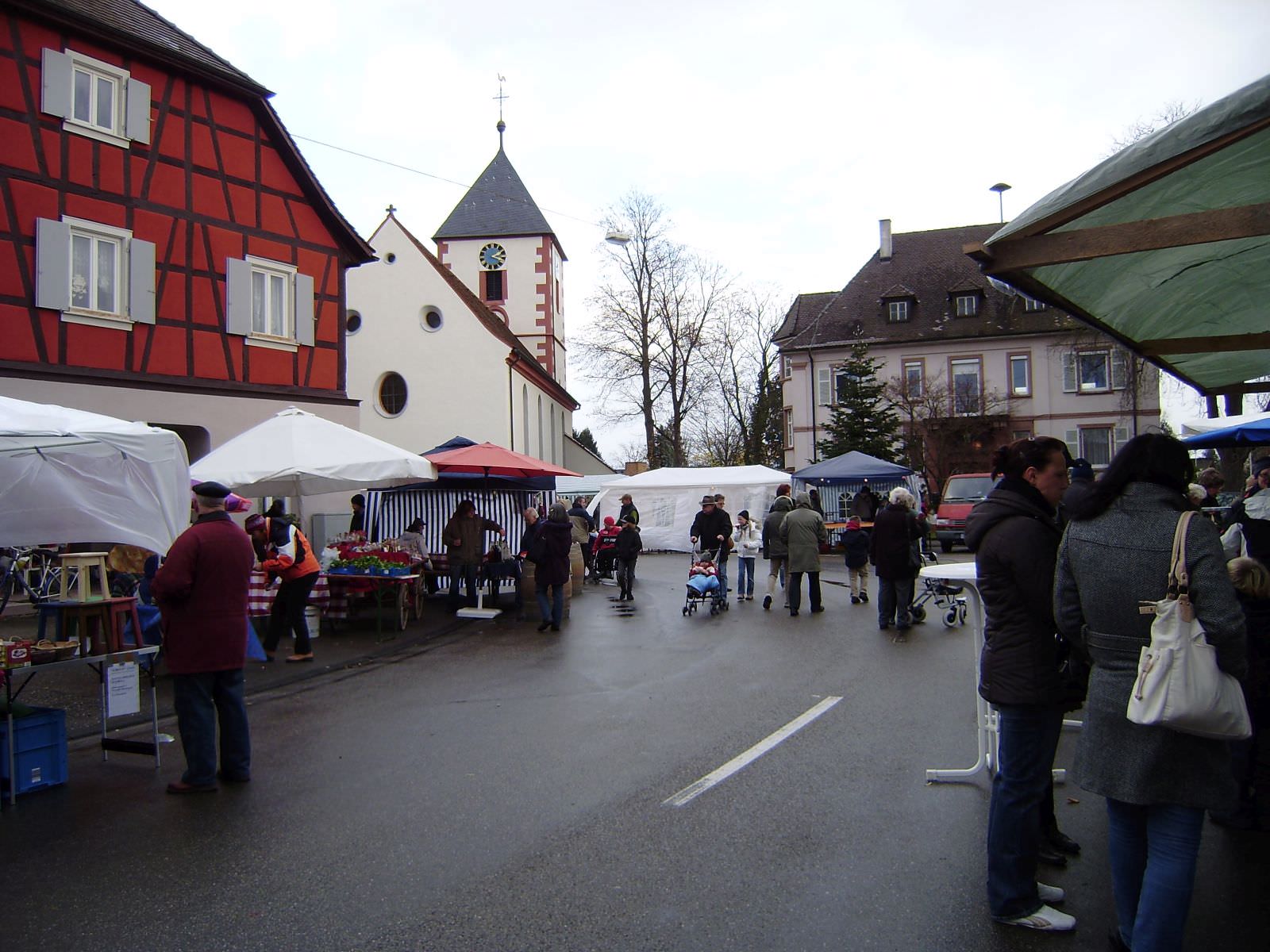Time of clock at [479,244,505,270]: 2:18
